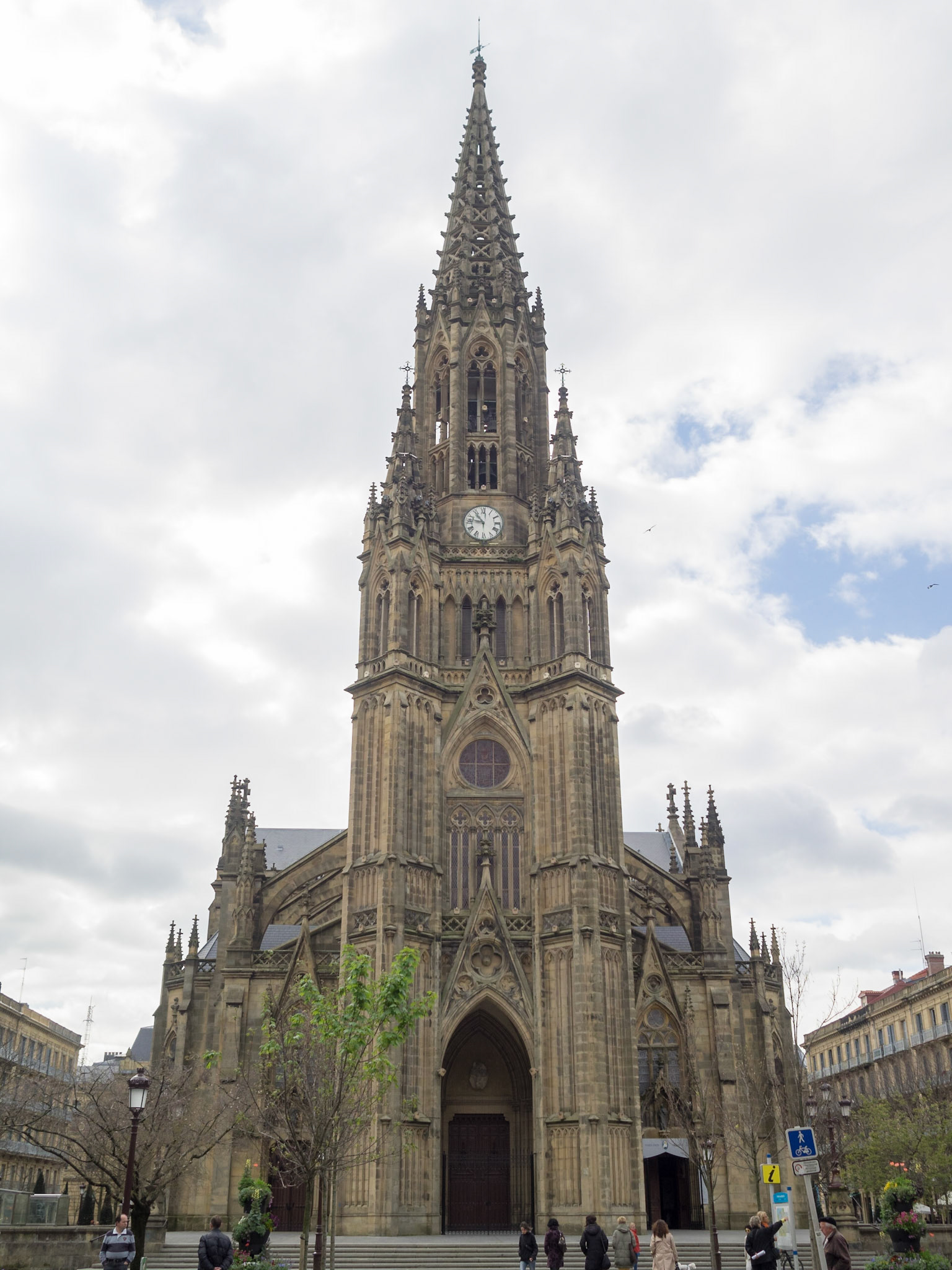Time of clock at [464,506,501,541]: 10:46
